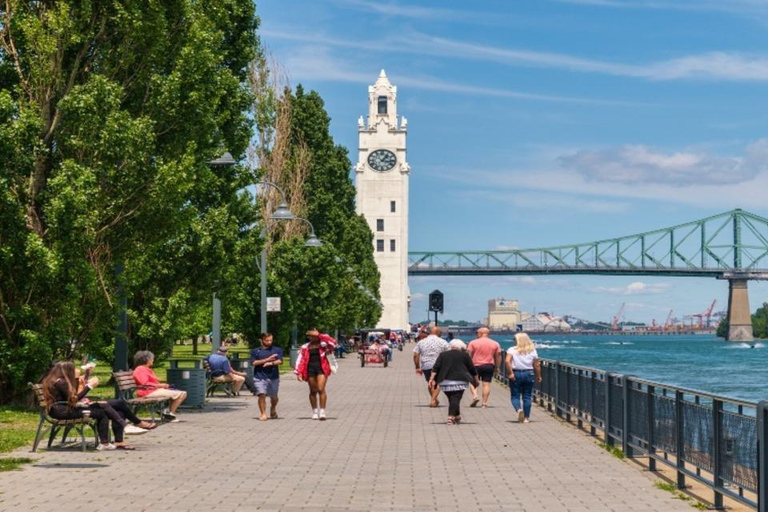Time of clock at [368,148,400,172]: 1:16
